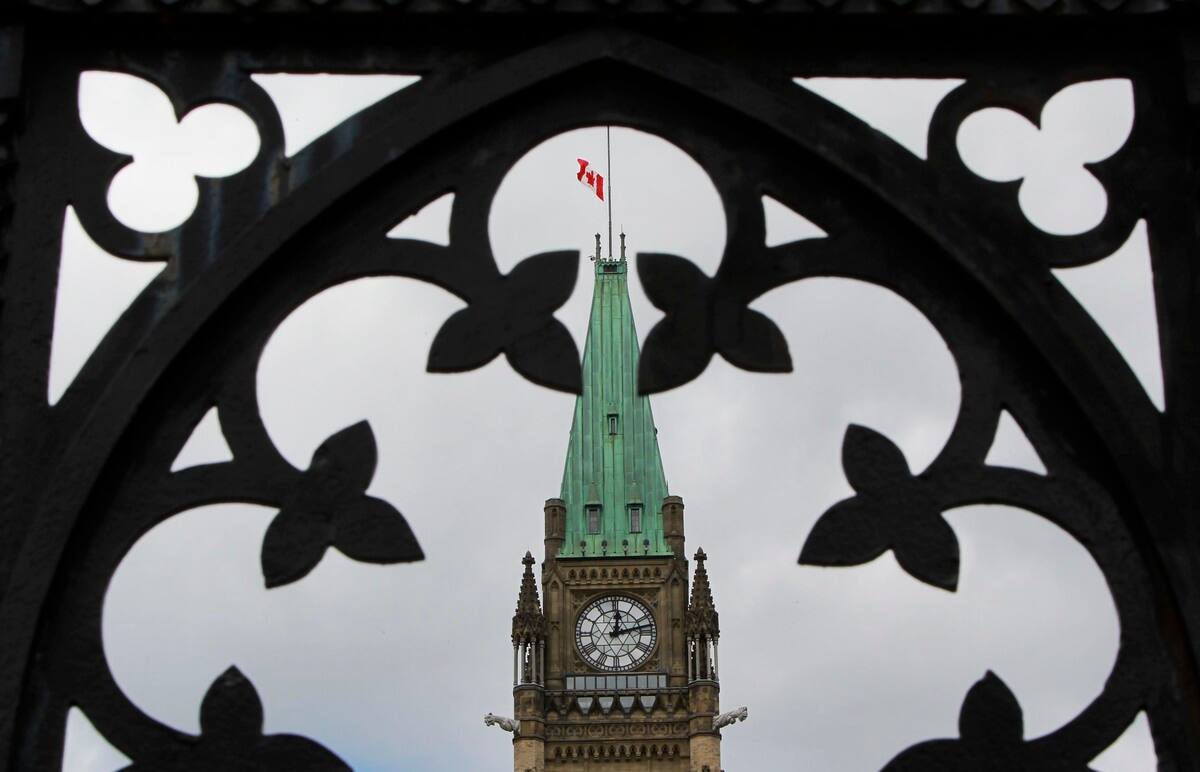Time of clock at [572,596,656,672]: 12:12
